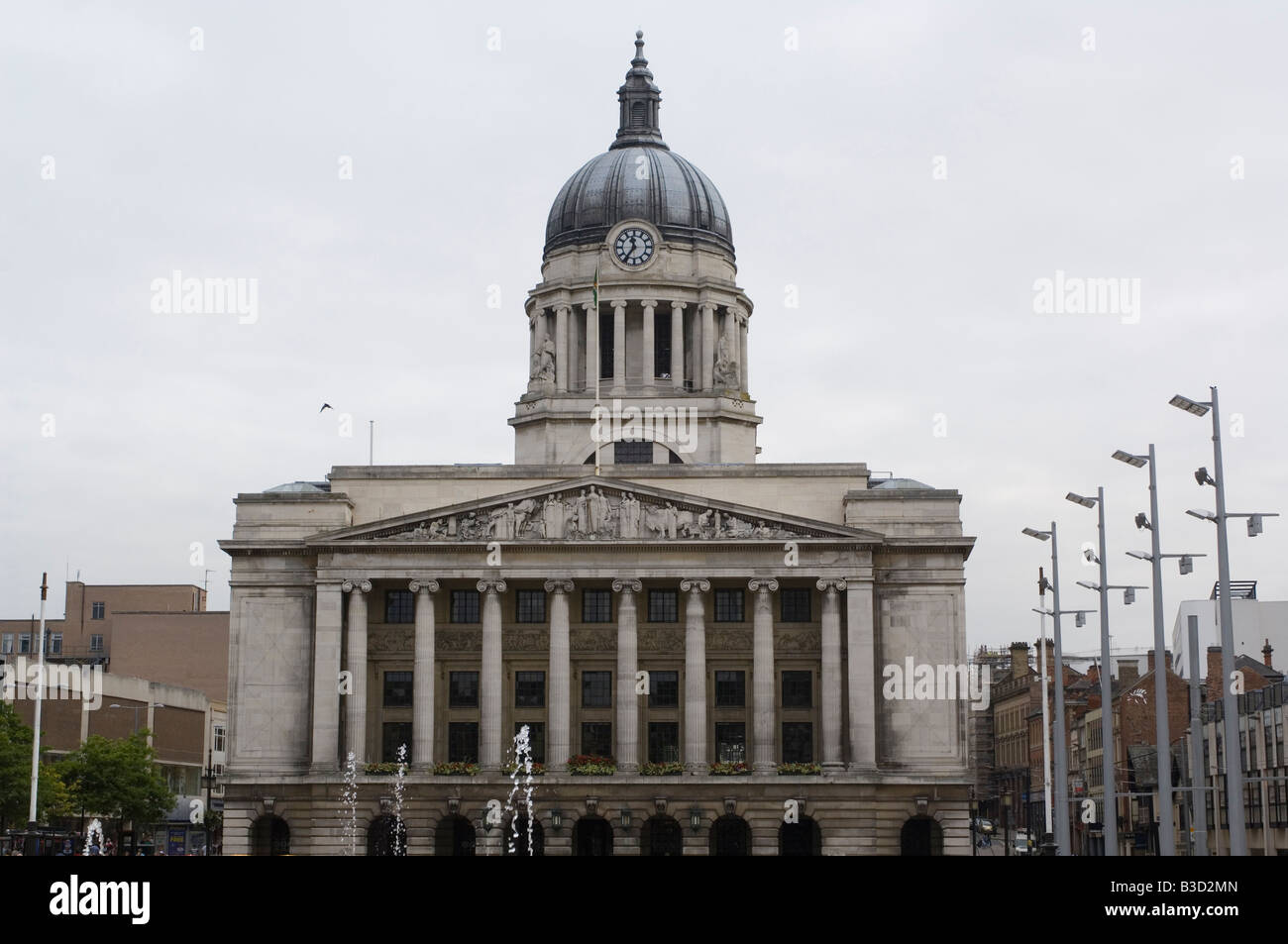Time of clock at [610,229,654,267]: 11:36
